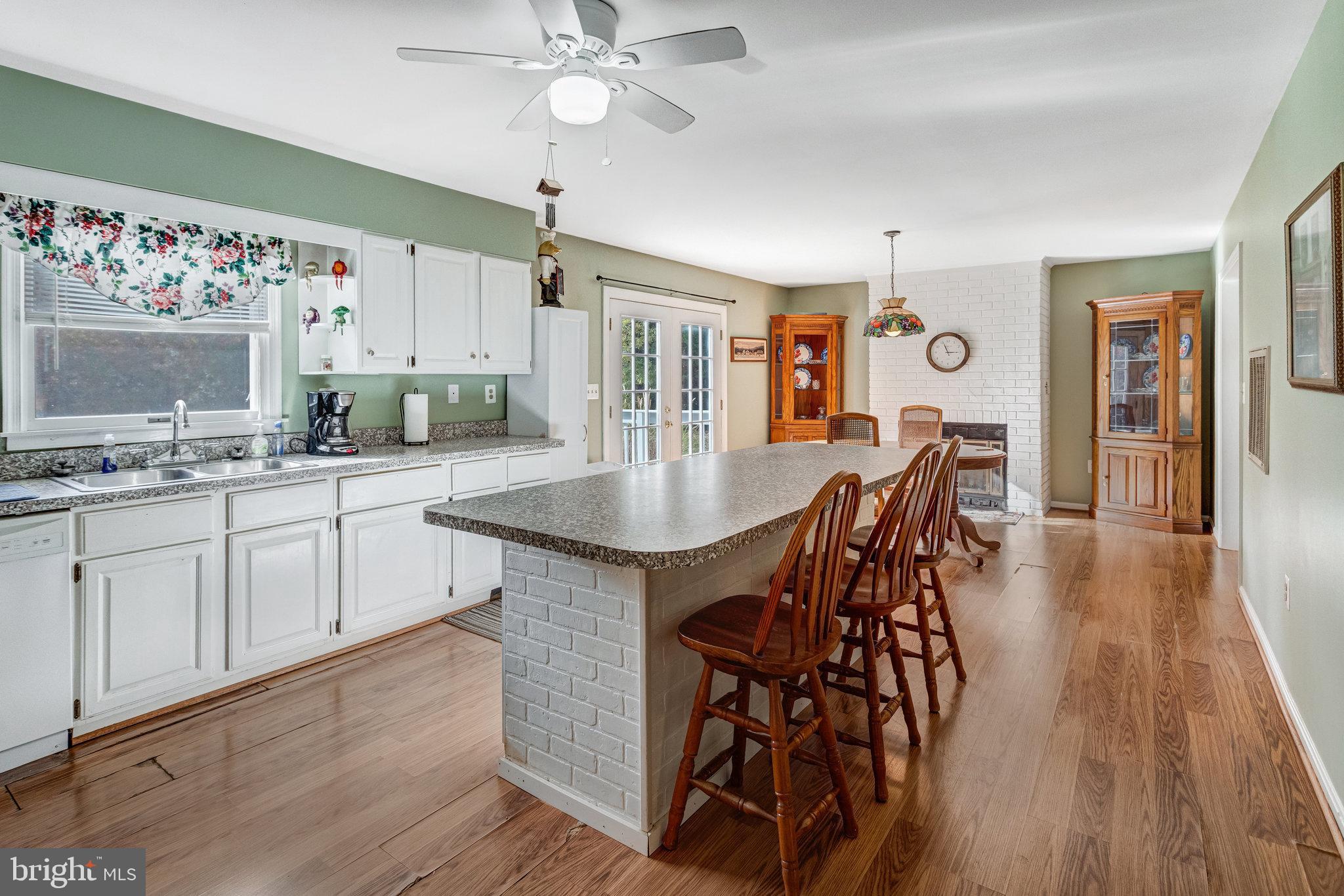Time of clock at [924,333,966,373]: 2:56
